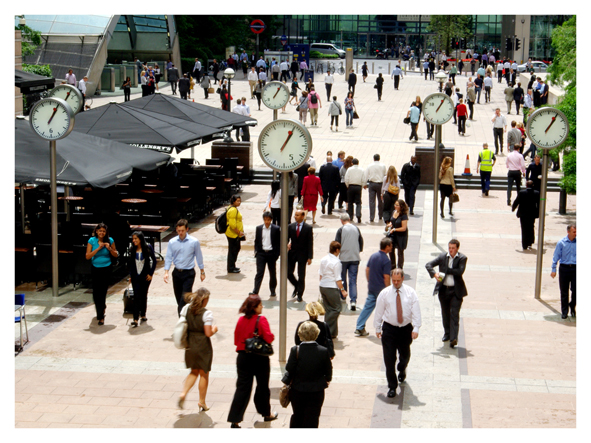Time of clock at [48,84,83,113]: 1:04
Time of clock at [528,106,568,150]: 1:05
